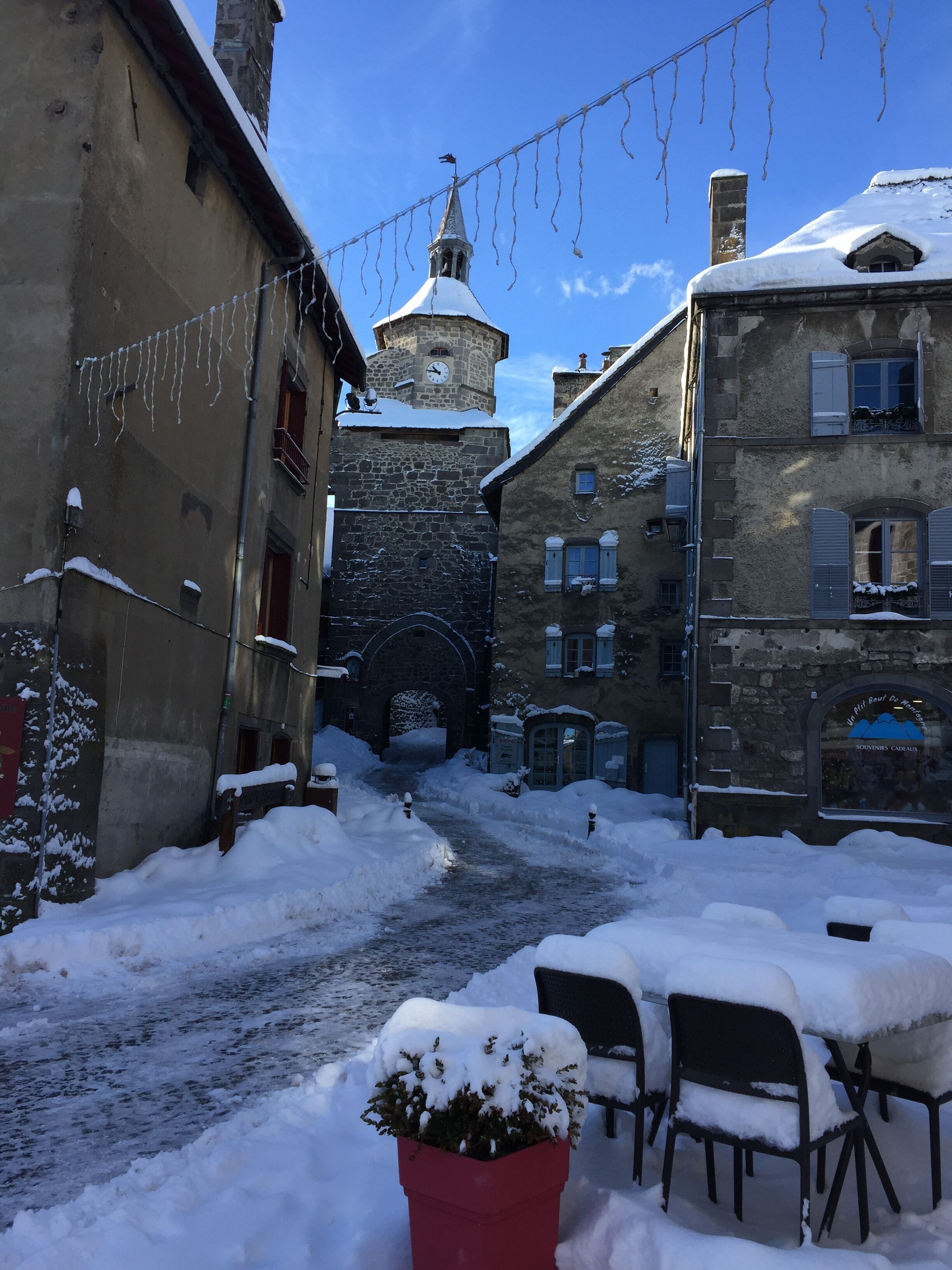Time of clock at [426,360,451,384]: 10:46
